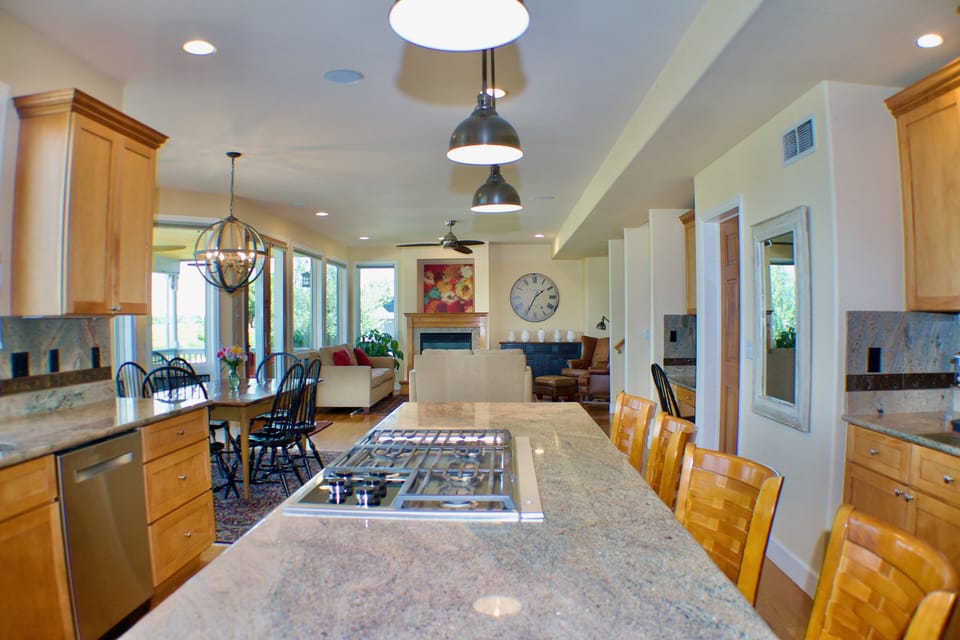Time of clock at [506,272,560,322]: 1:34
